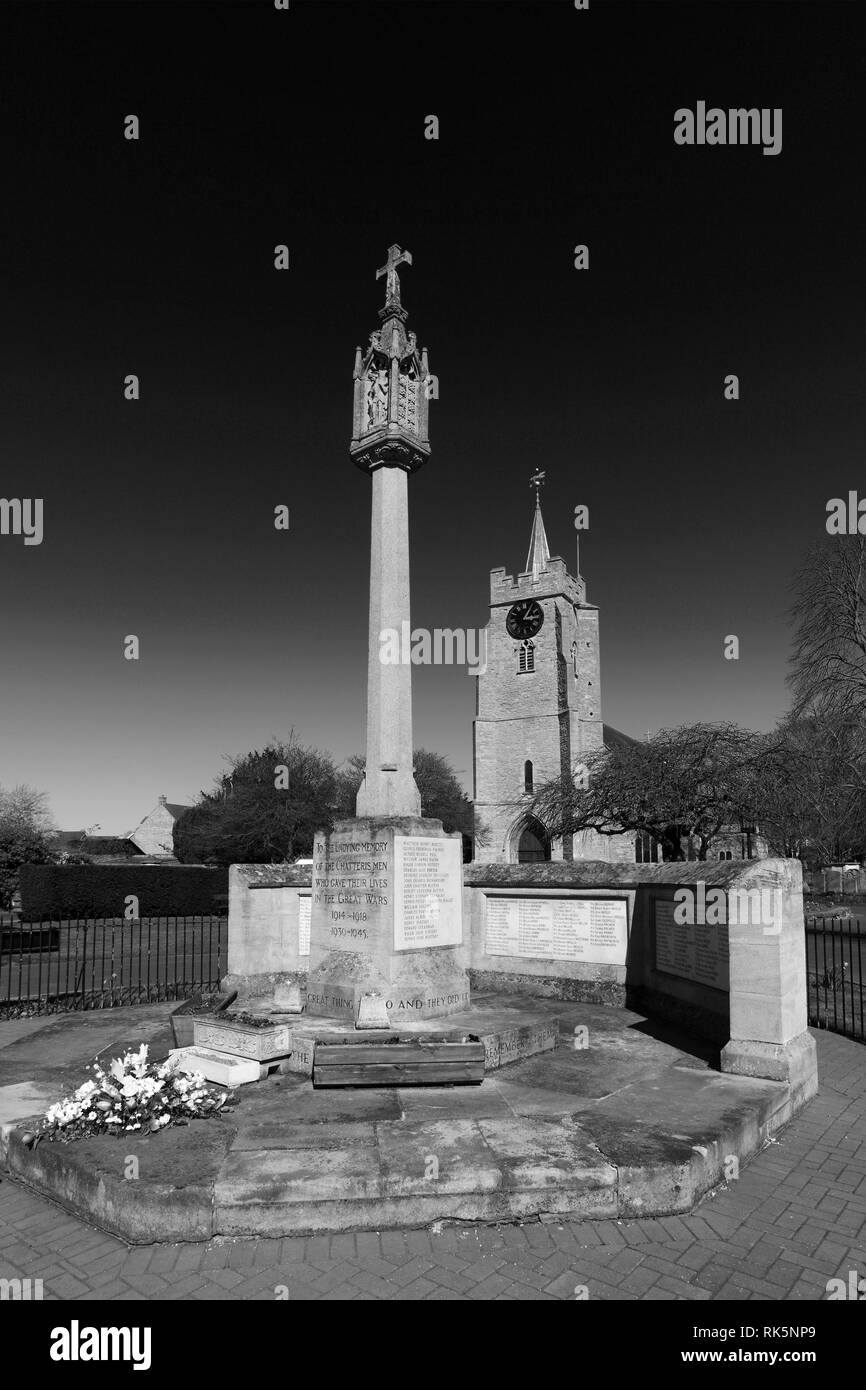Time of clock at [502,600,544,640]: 3:05
